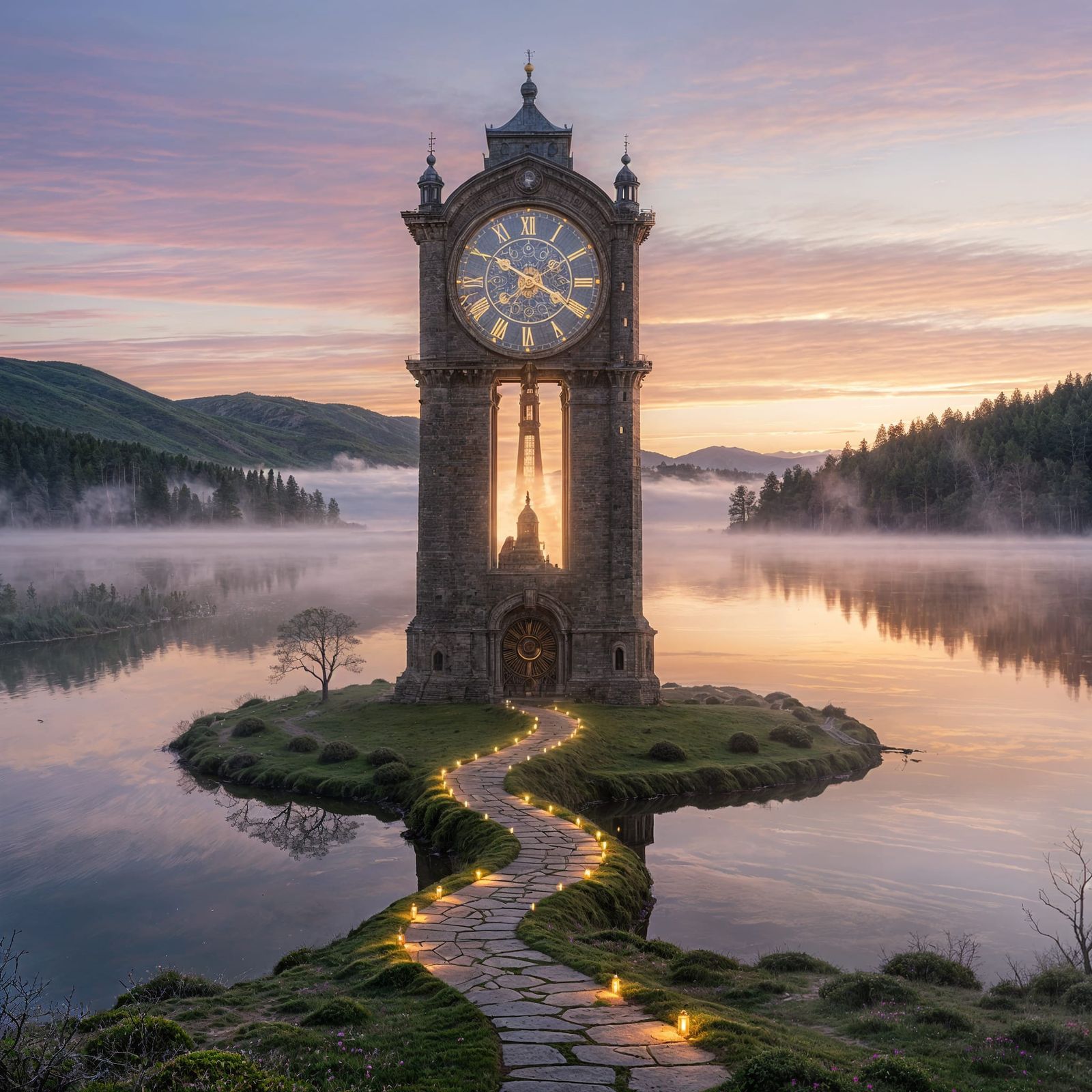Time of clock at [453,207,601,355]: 3:50
